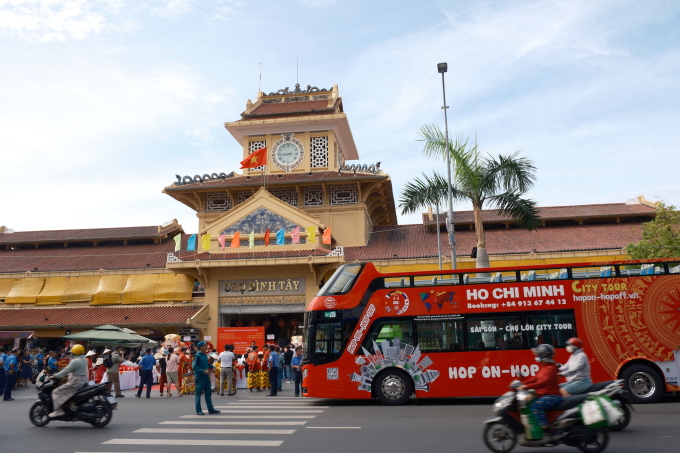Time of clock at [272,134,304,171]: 8:44
